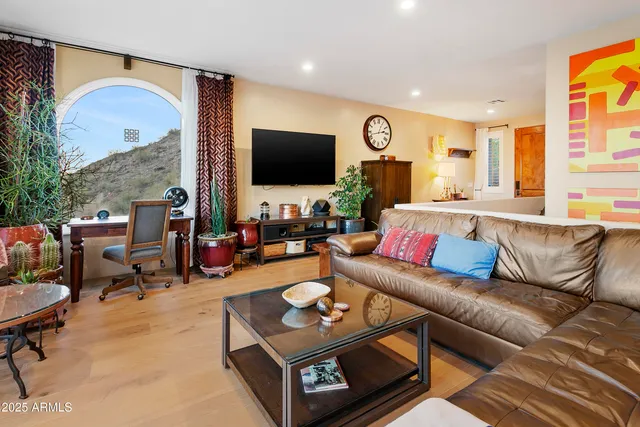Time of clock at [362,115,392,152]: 2:42
